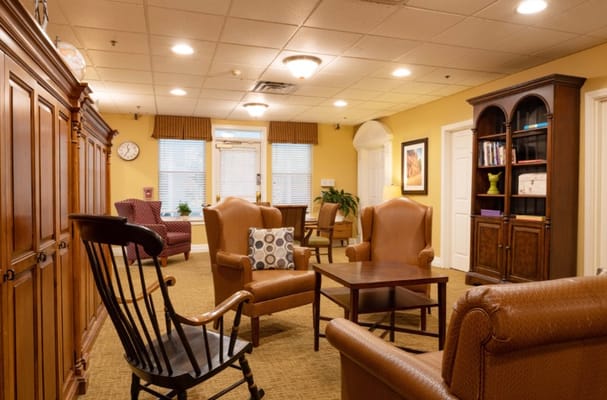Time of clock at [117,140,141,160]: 11:35
